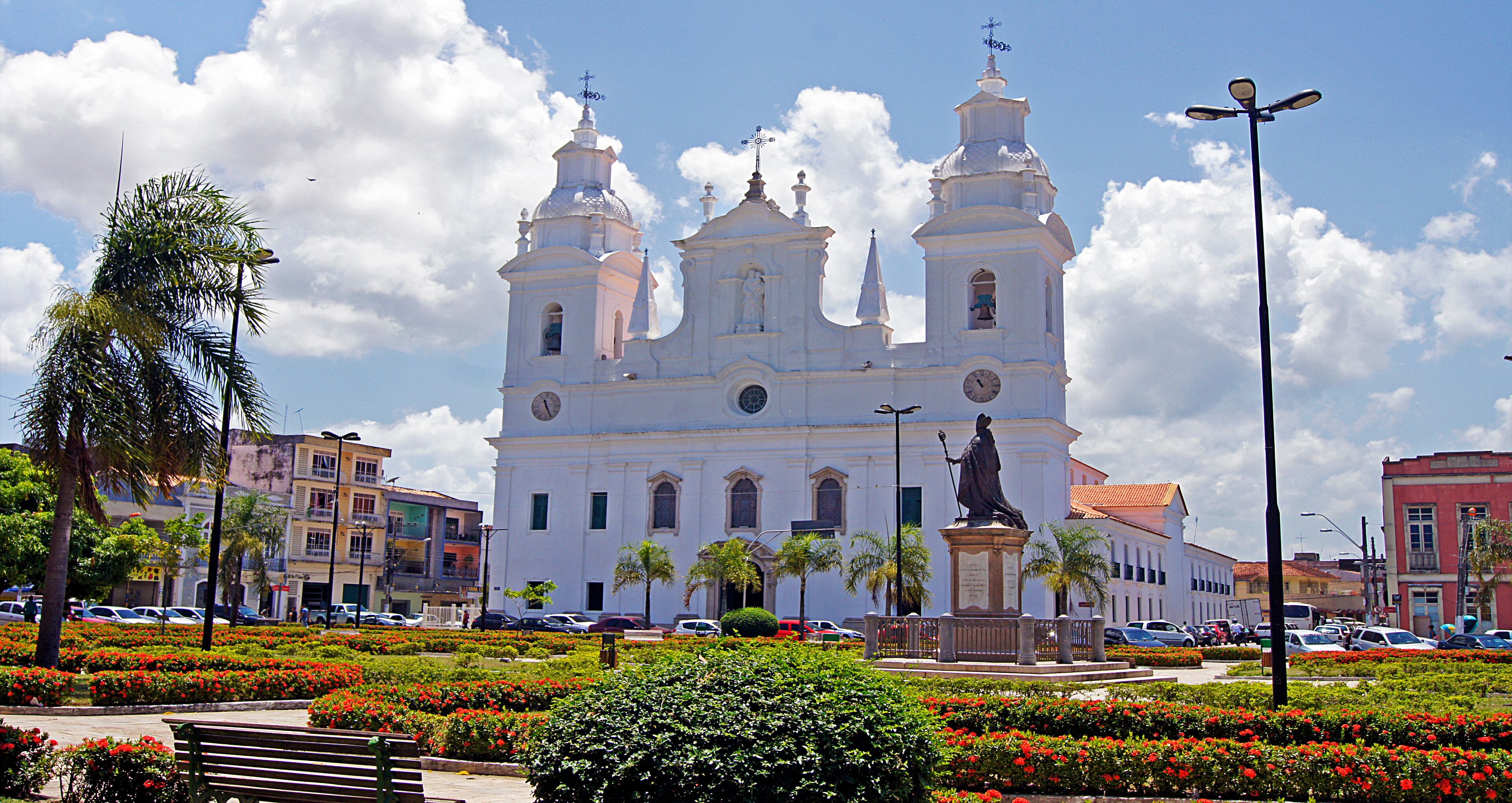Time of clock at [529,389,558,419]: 11:25
